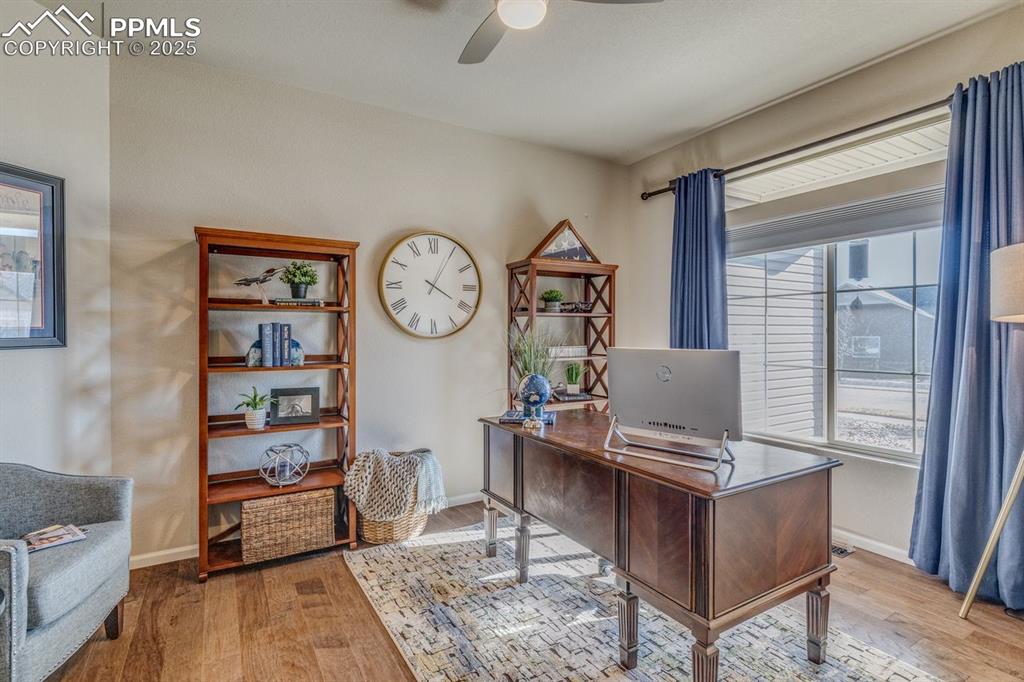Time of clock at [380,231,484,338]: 4:04
